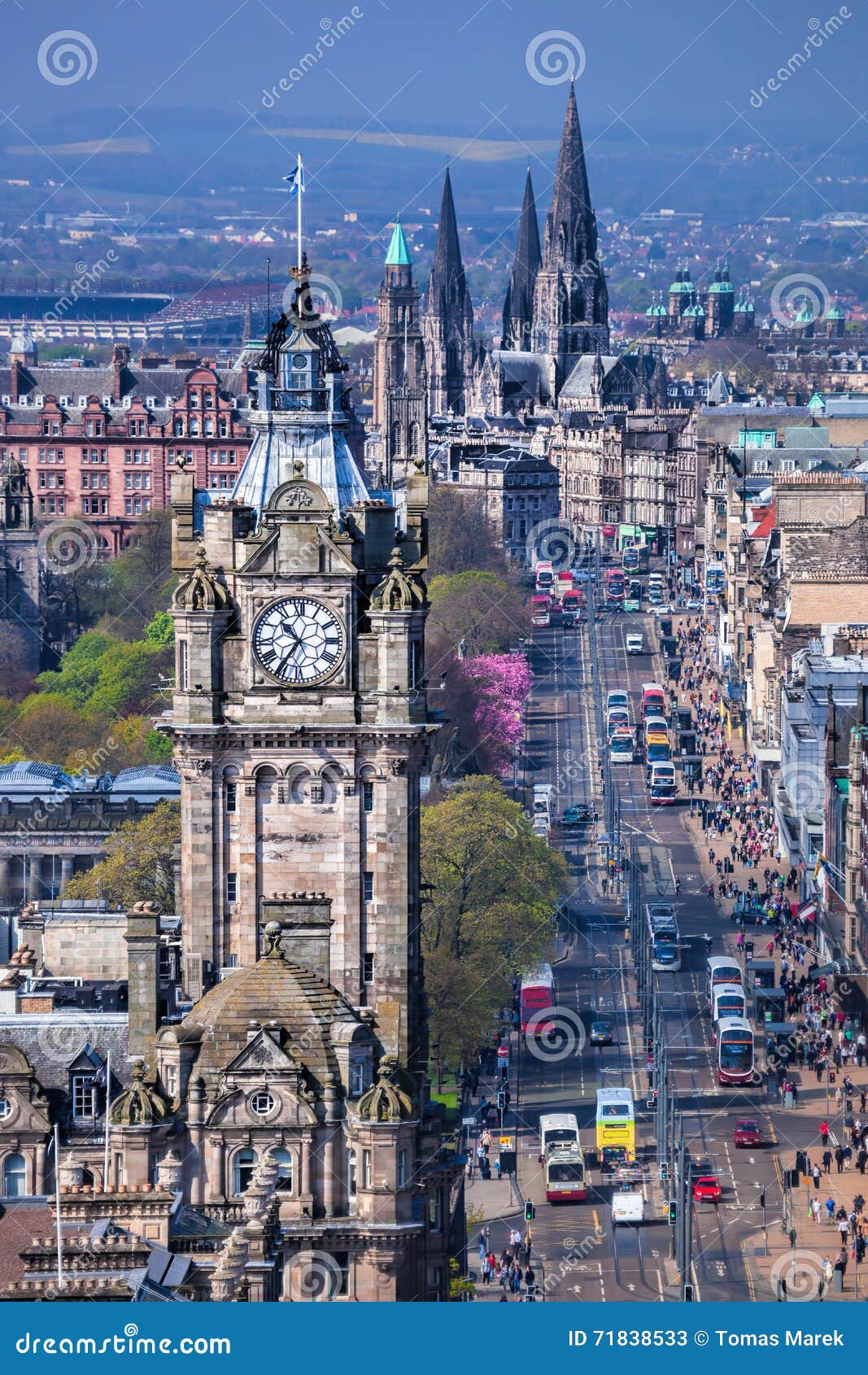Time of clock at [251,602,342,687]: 10:35
